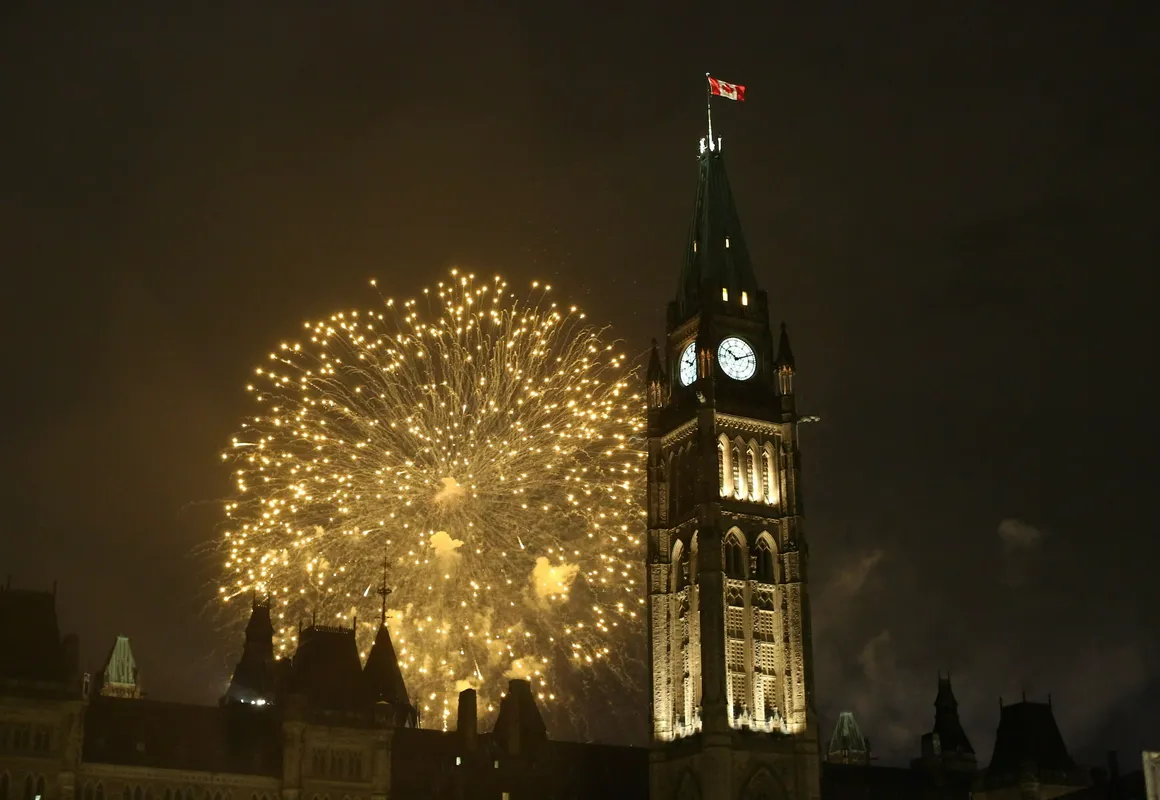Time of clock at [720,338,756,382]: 10:11
